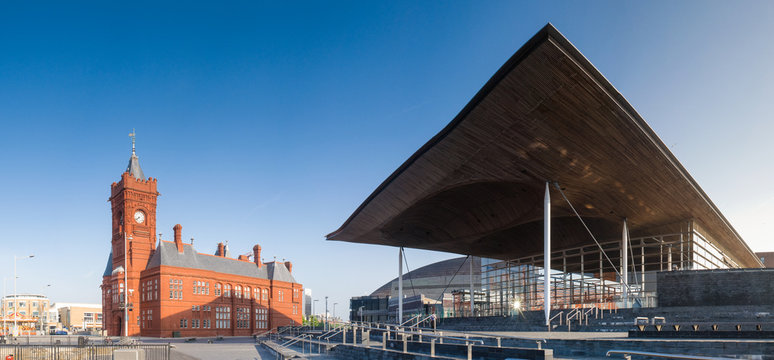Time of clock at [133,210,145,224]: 7:38
